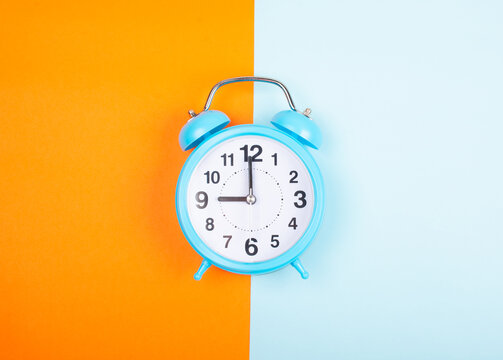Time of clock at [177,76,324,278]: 9:00
